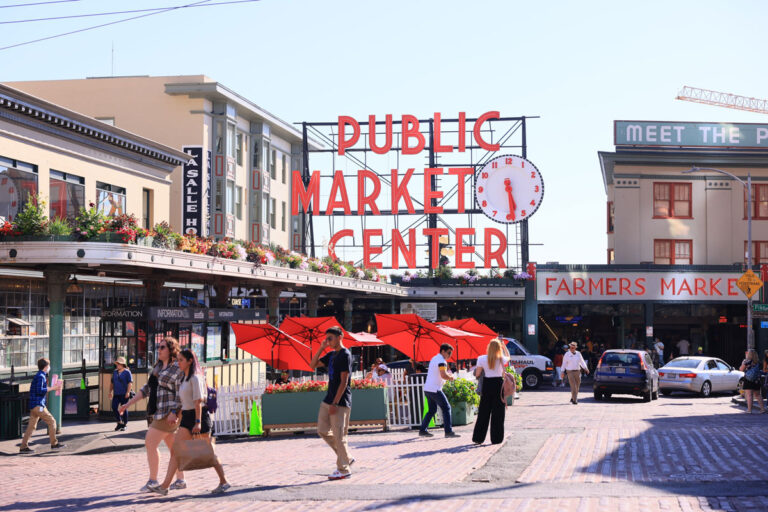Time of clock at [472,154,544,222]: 5:29
